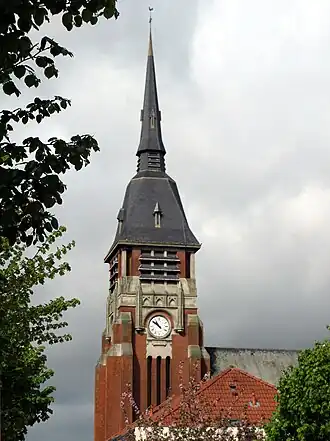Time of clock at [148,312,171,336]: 10:51
